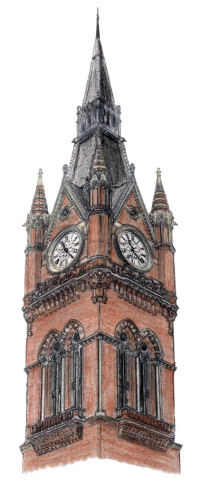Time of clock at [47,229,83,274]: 11:22
